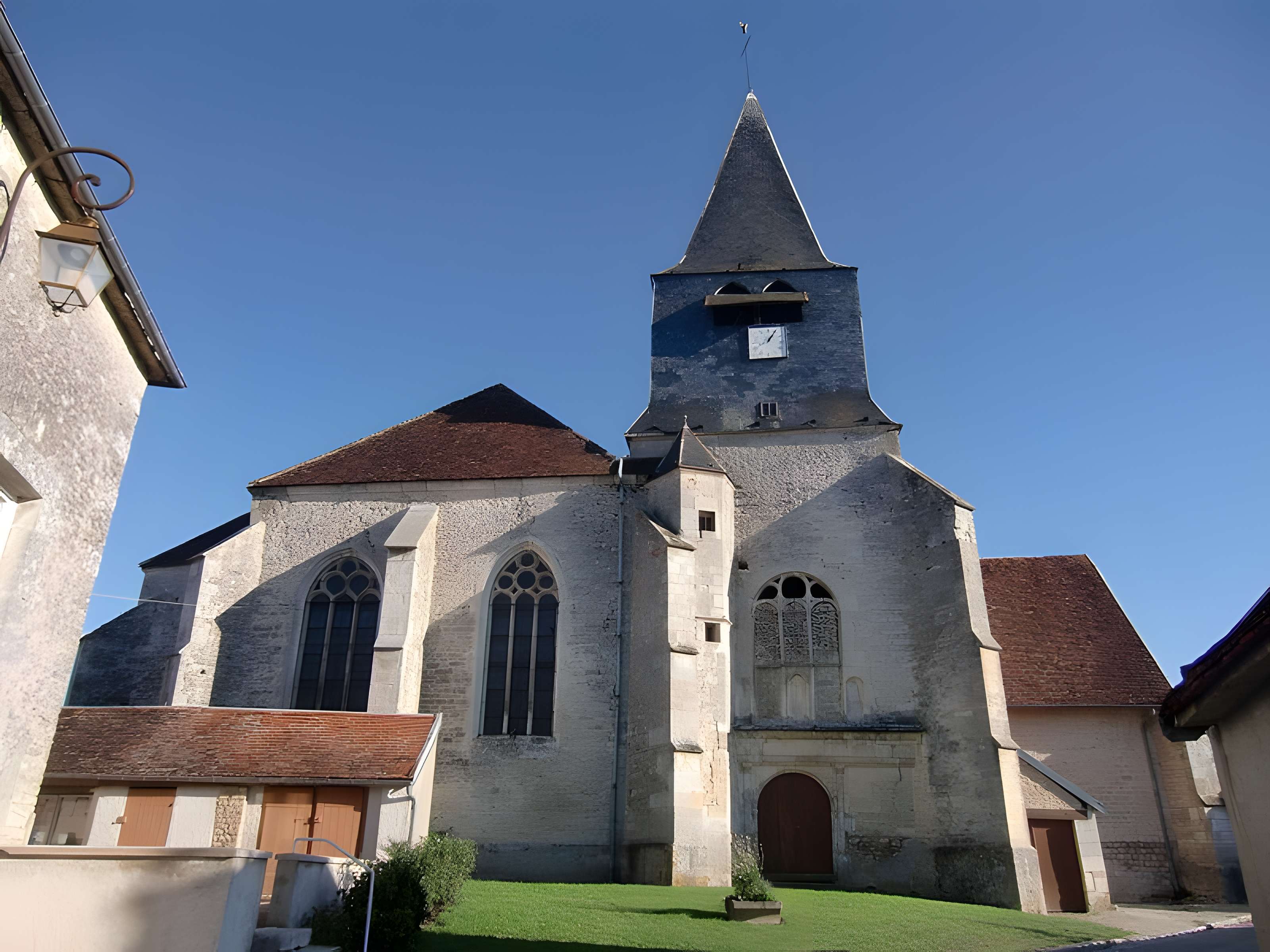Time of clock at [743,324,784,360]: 1:05
